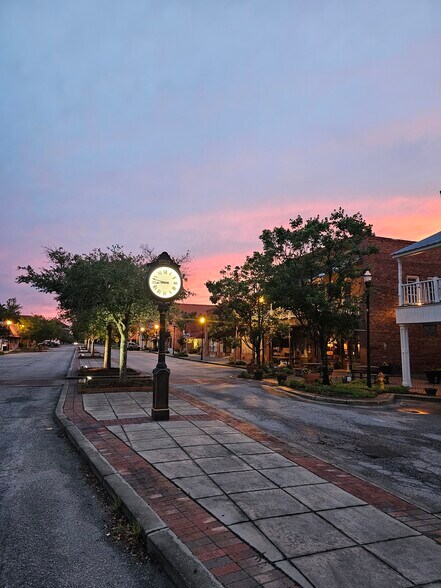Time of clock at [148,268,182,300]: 8:47
